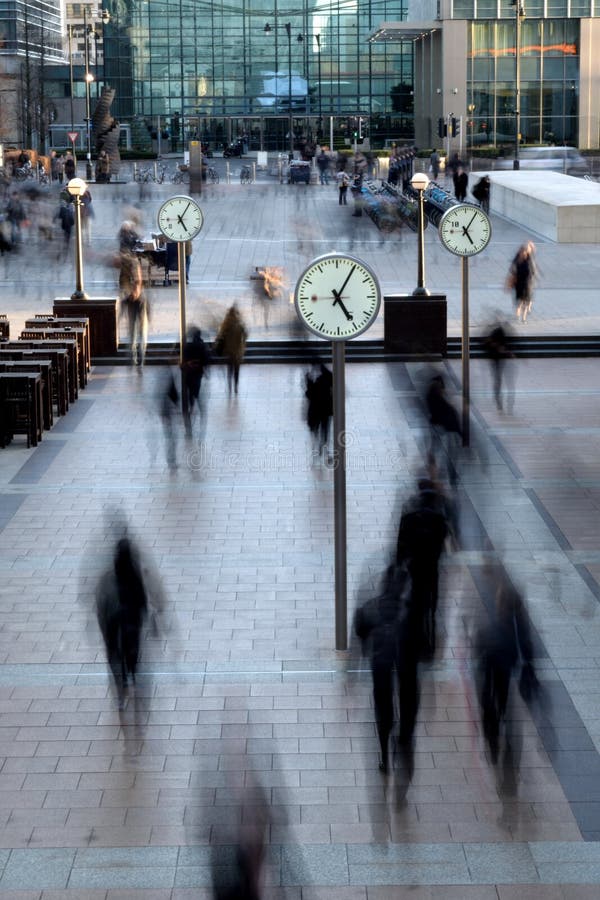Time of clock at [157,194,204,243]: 5:05
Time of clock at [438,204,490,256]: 5:05
